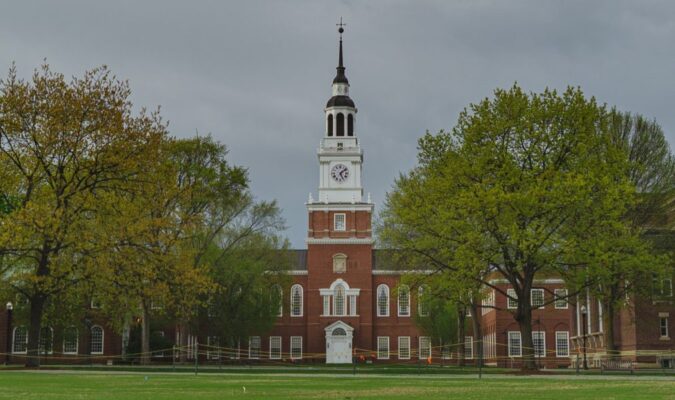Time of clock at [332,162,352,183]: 5:08
